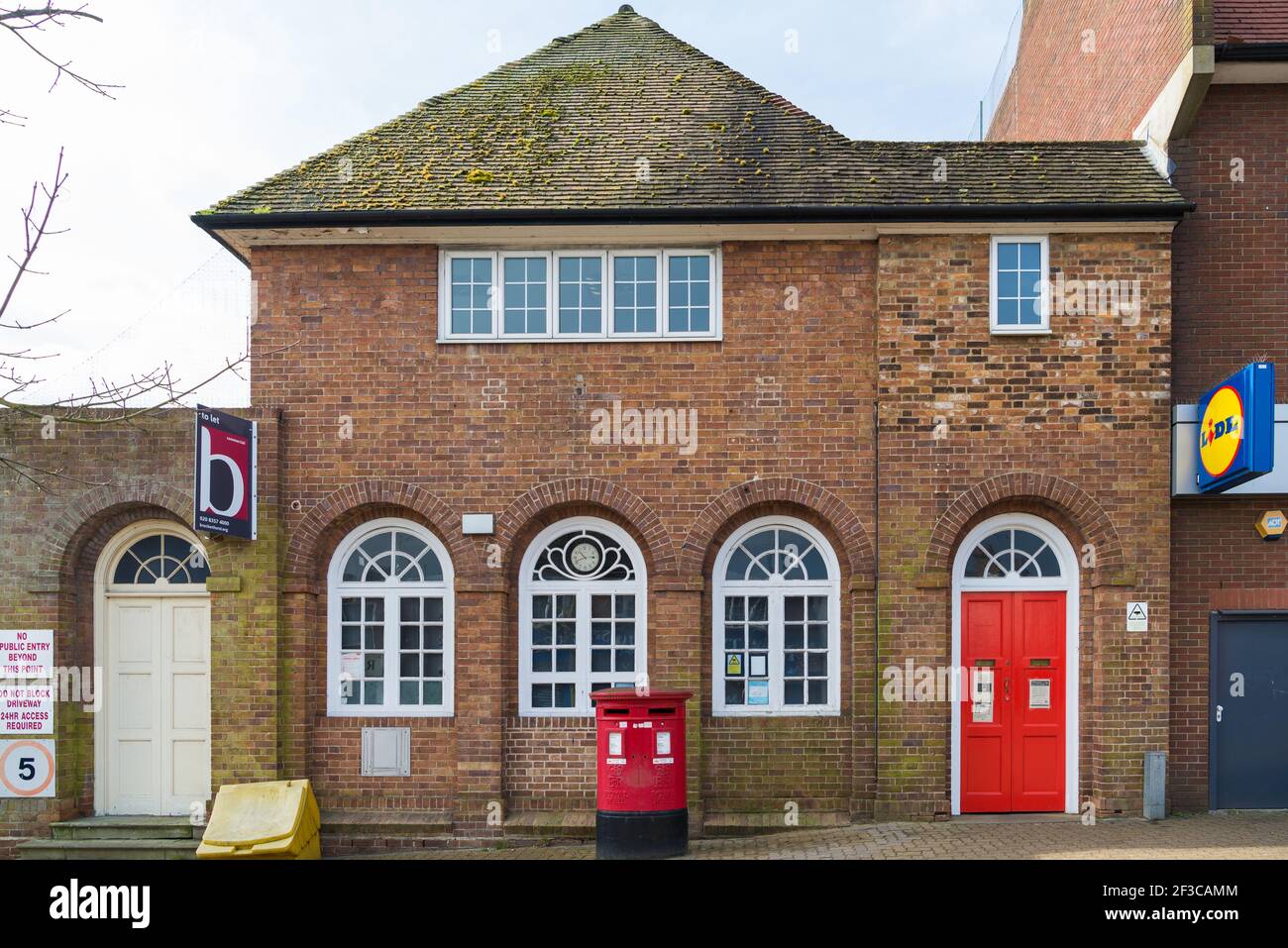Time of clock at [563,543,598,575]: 10:41
